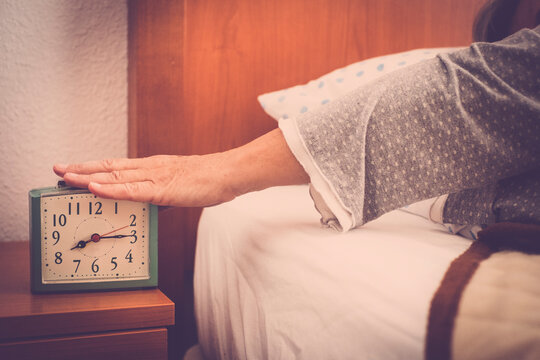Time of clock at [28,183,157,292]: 8:14
